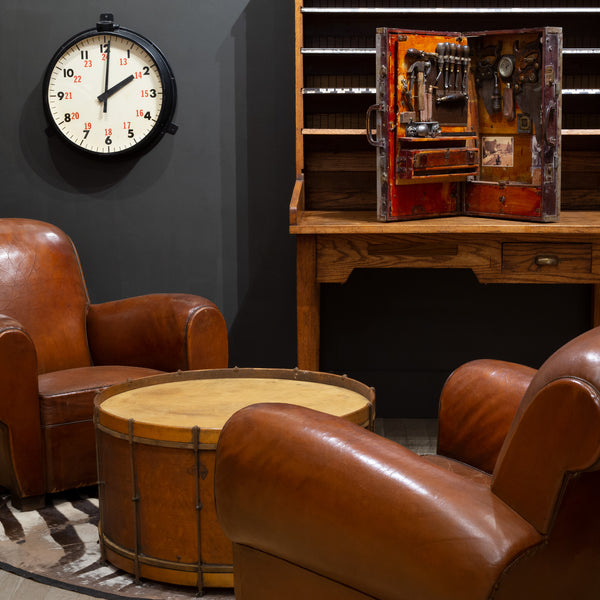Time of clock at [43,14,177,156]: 2:00
